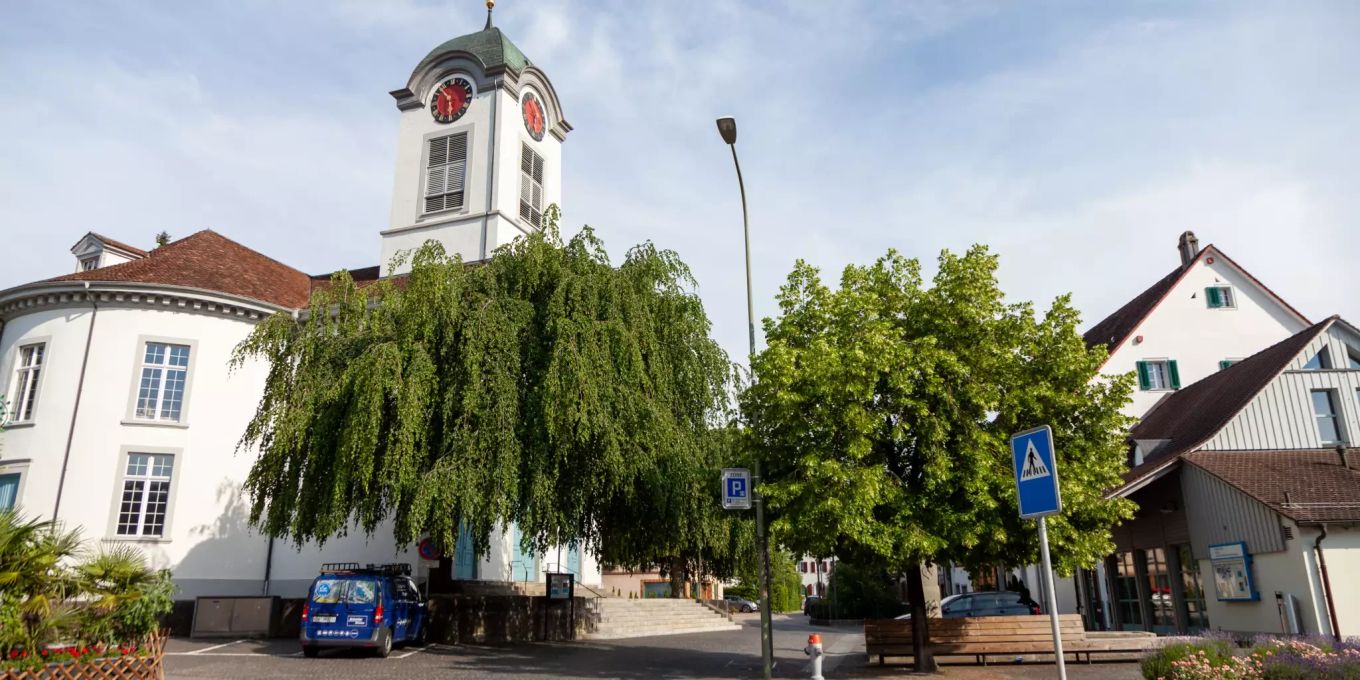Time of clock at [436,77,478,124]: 10:28
